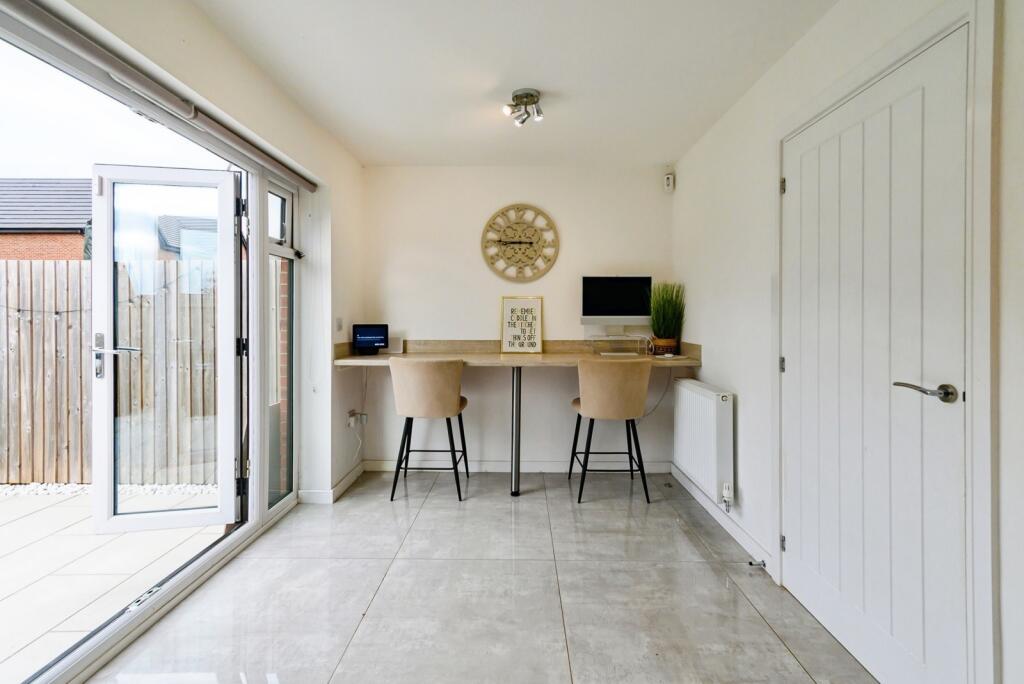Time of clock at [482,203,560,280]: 8:45
